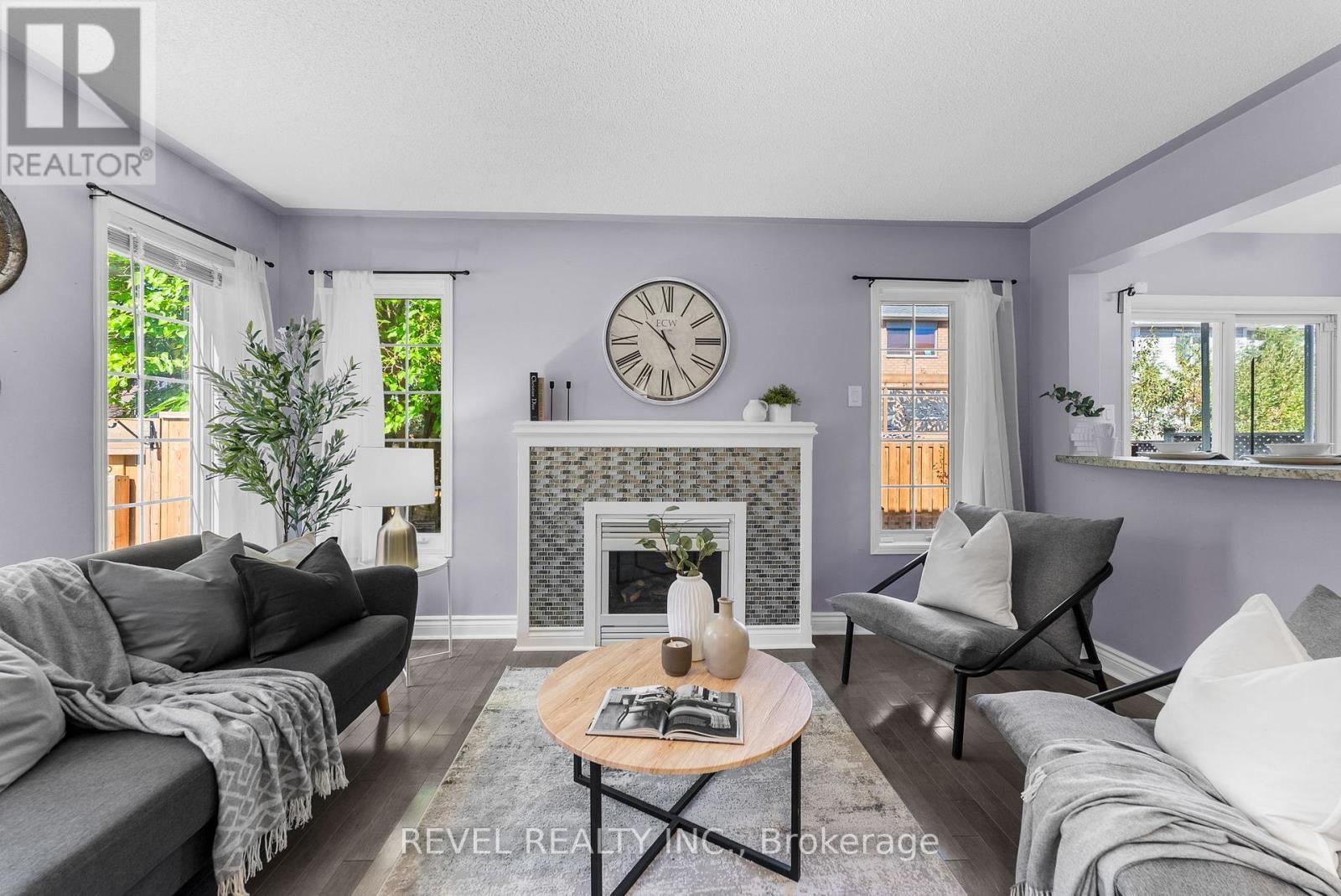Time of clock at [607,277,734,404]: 10:25
